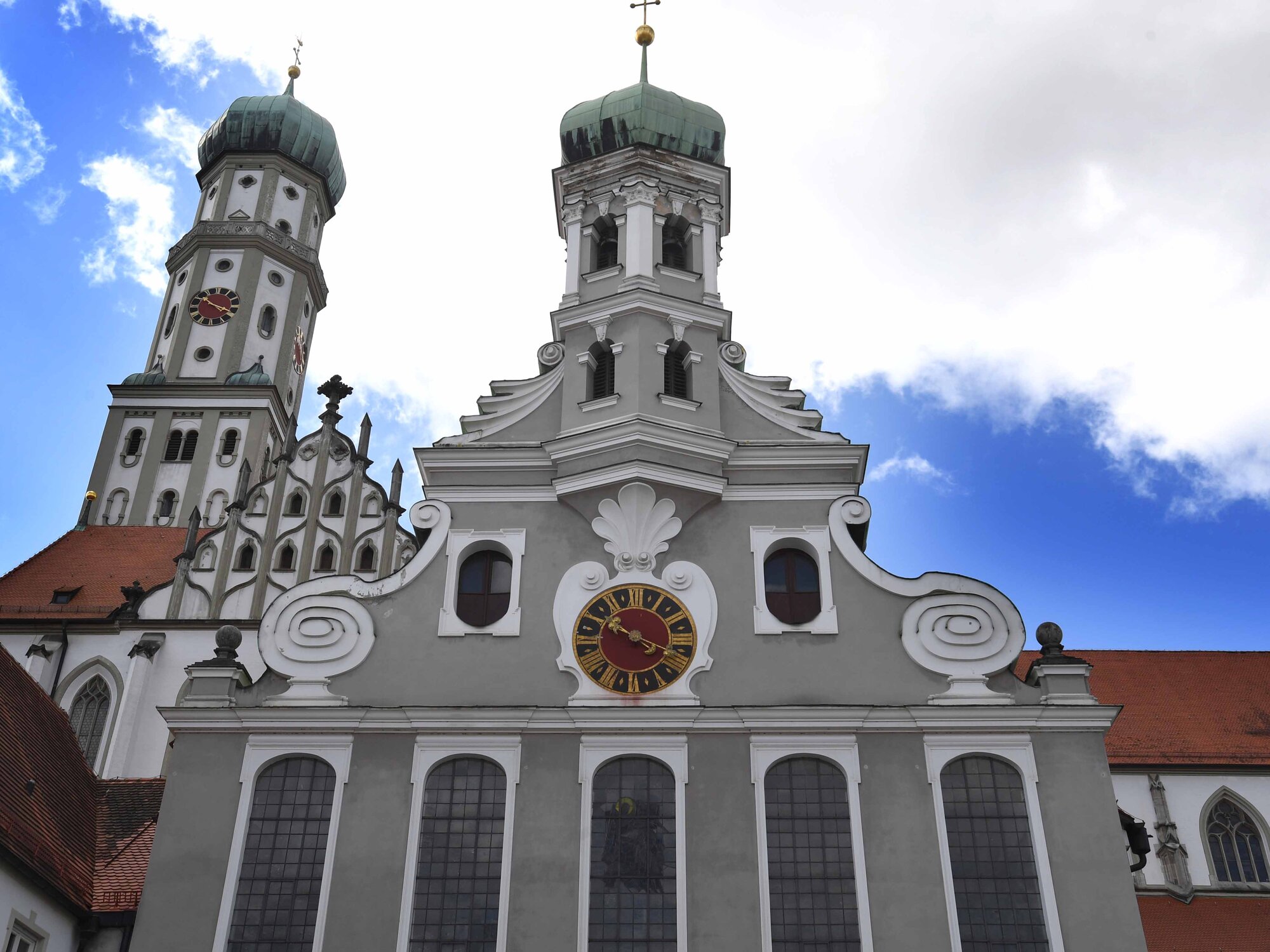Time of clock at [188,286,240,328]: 3:51
